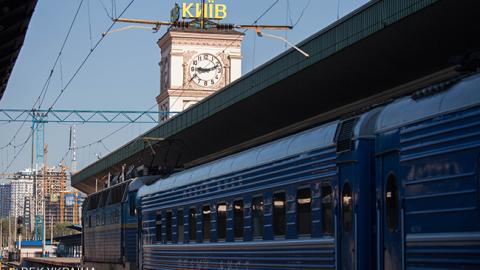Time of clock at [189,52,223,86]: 9:12
